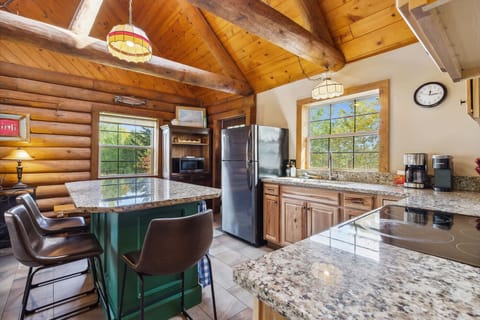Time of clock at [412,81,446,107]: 12:14
